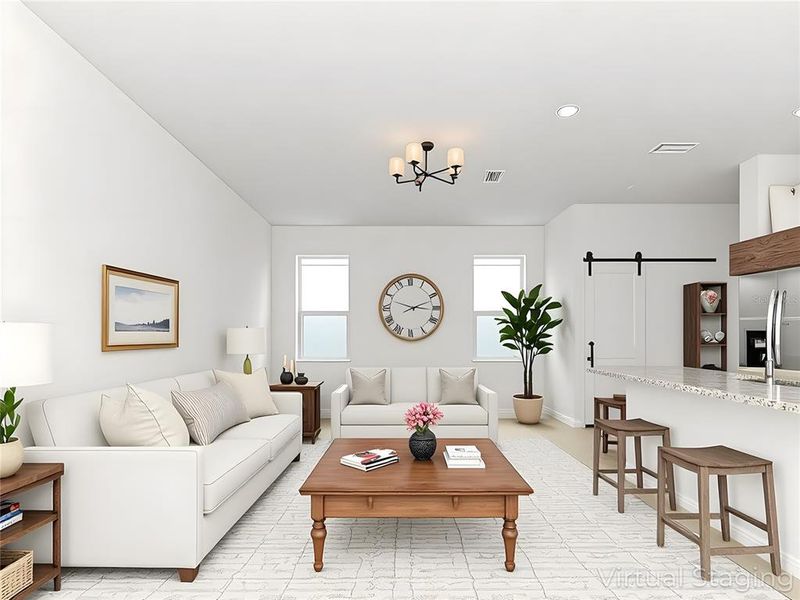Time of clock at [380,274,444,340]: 2:16
